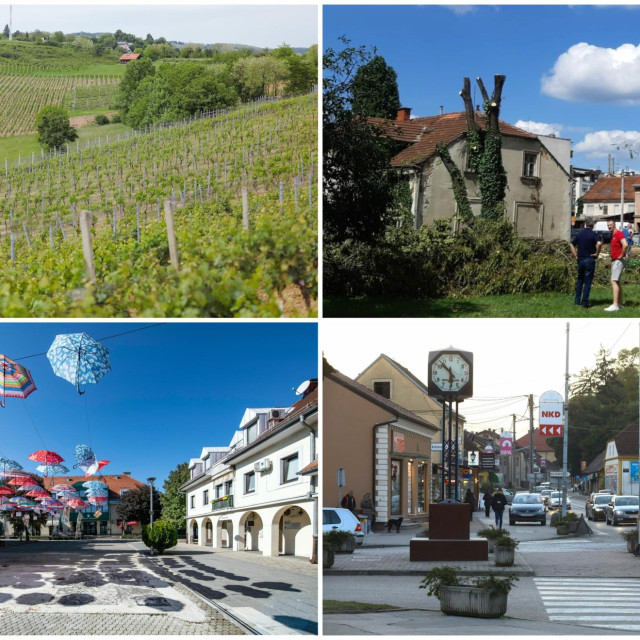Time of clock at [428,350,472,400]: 5:52
